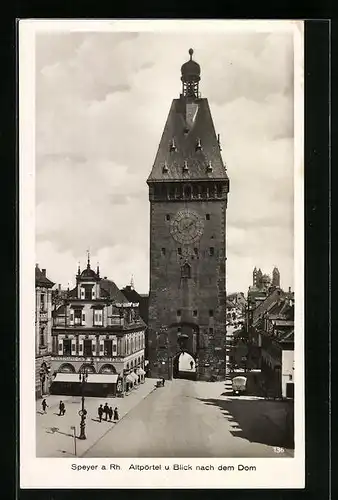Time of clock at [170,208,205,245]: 1:40
